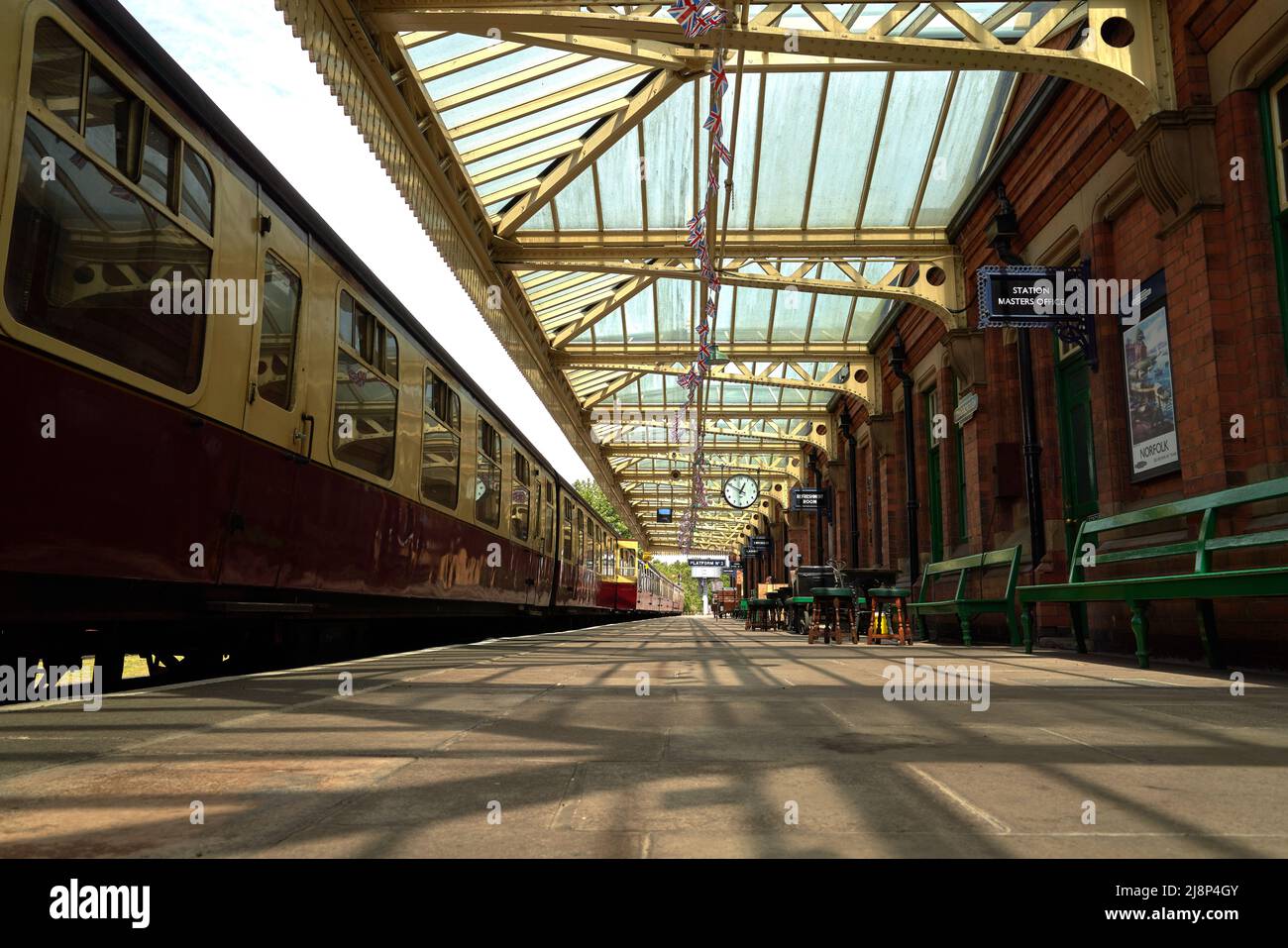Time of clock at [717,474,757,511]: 12:49
